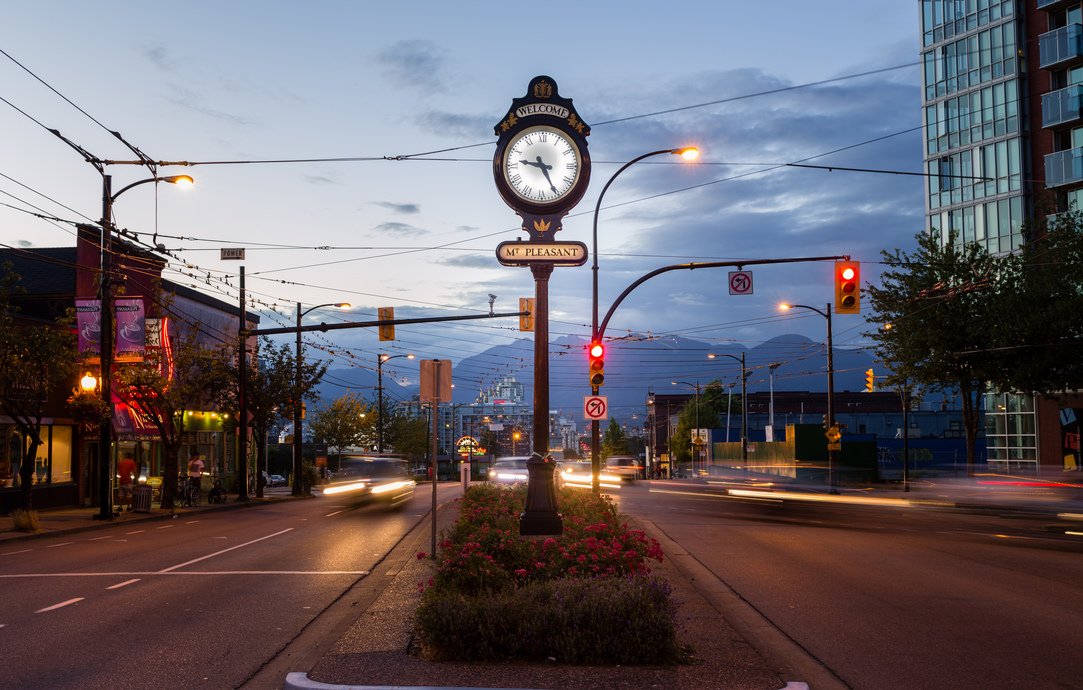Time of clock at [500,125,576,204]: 9:25
